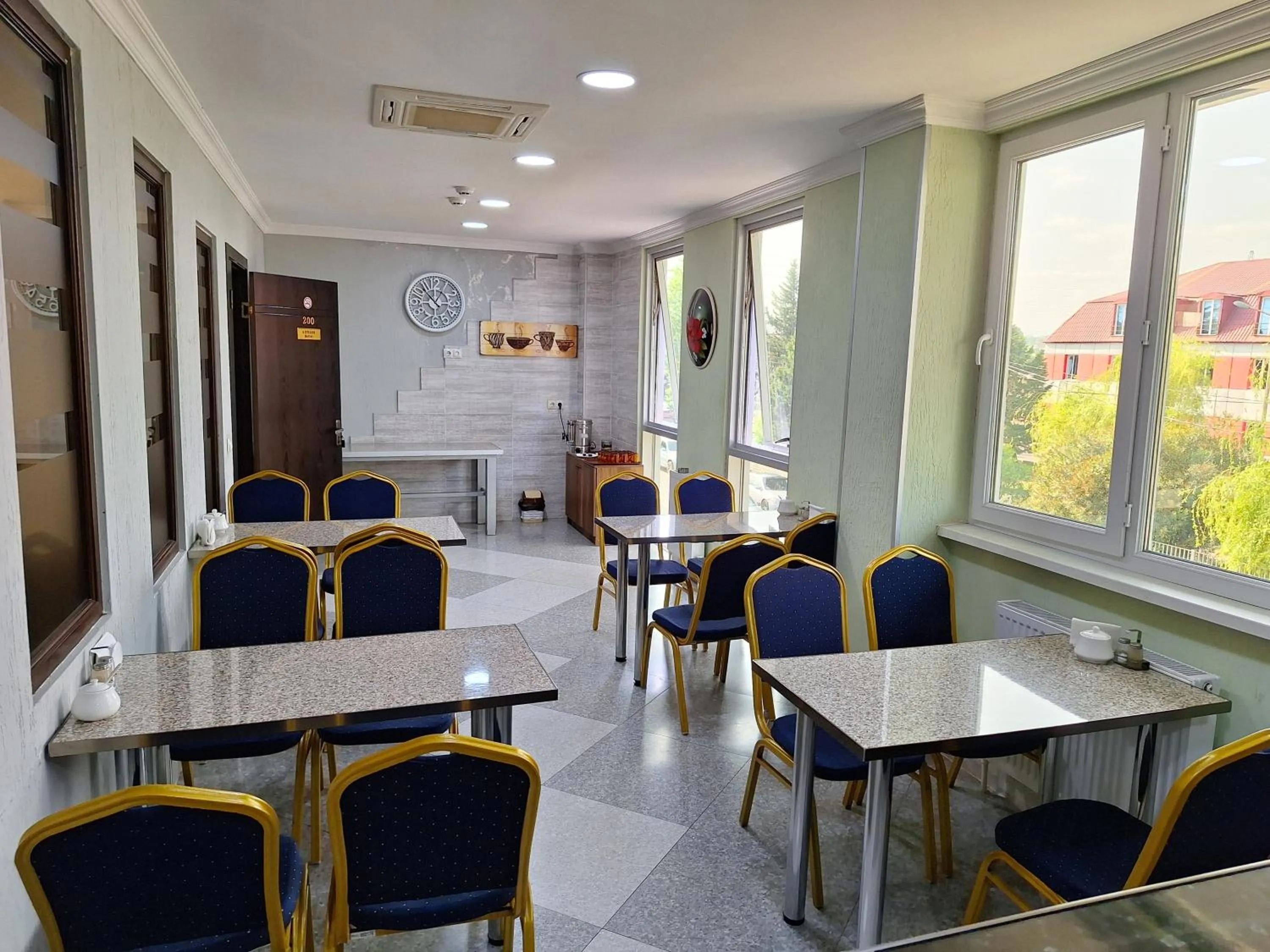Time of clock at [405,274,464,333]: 12:52
